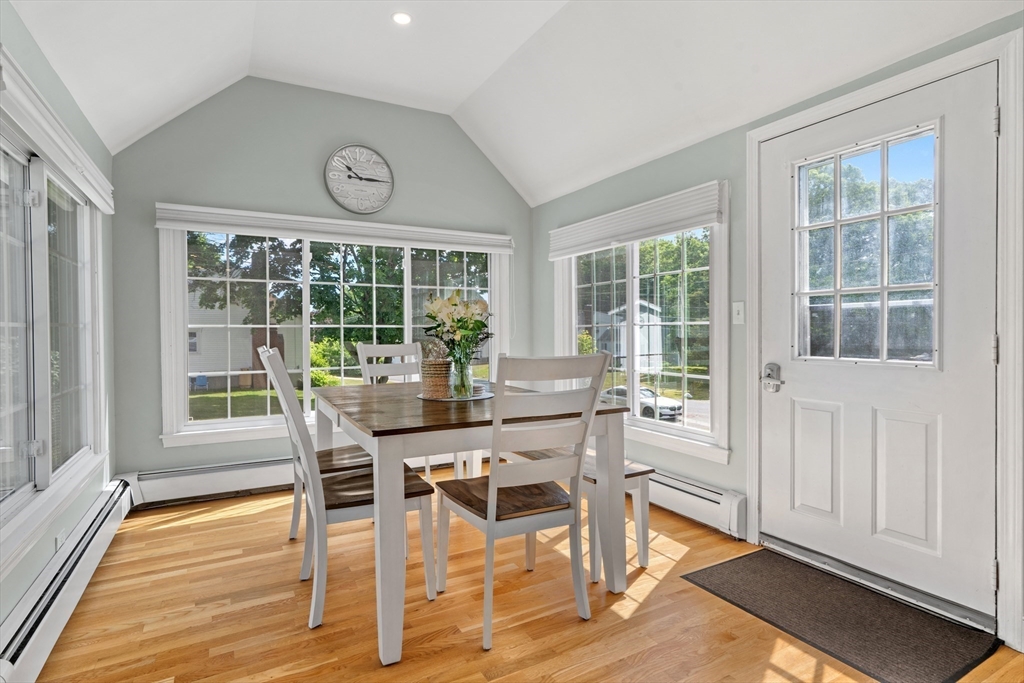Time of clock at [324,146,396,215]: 10:14
